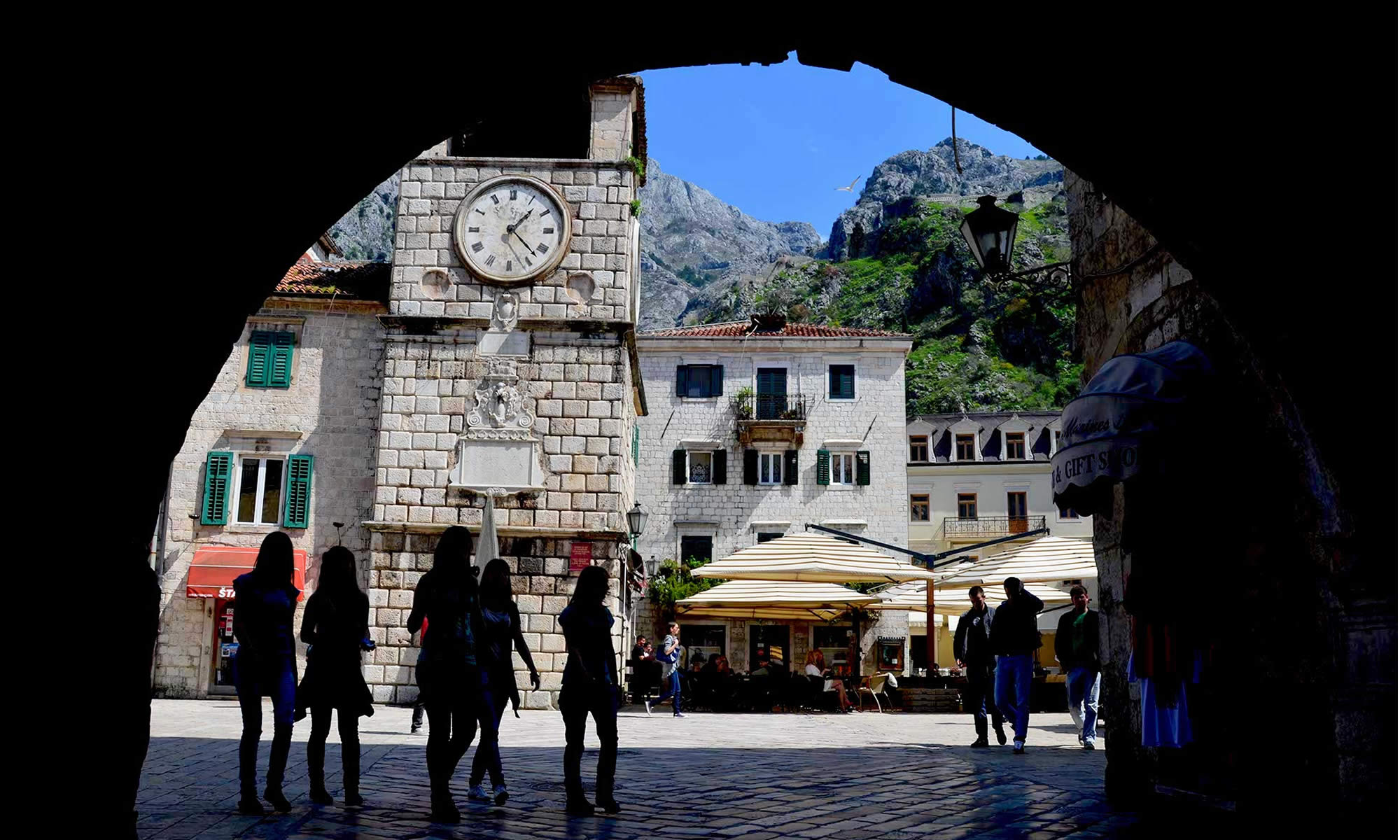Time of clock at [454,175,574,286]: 1:22
